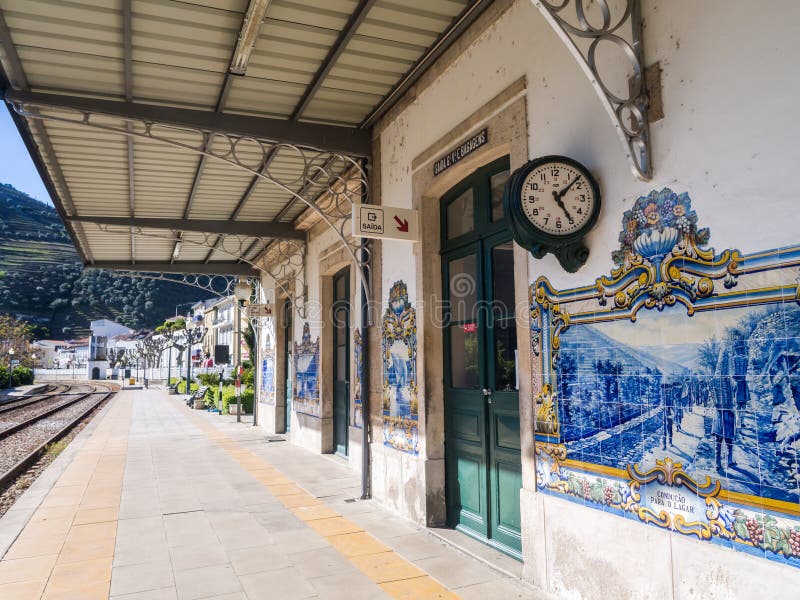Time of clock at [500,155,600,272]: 5:07
